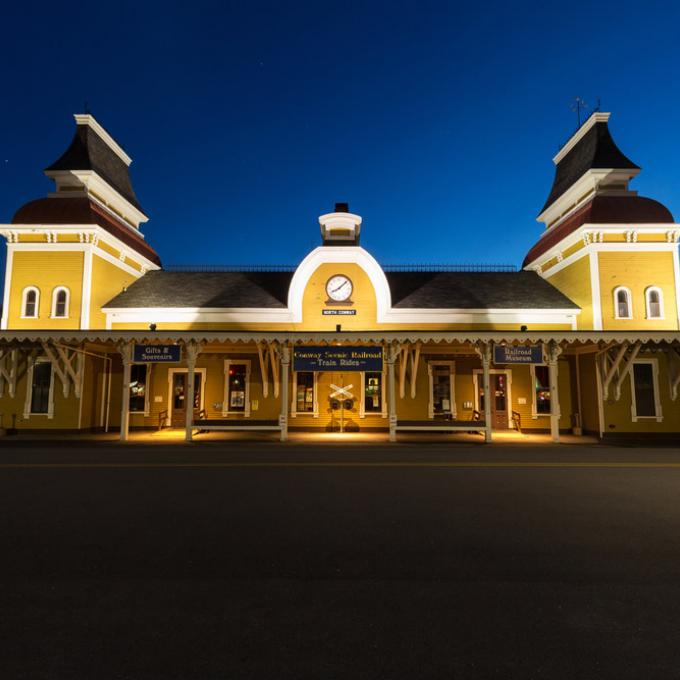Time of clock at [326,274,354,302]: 8:07
